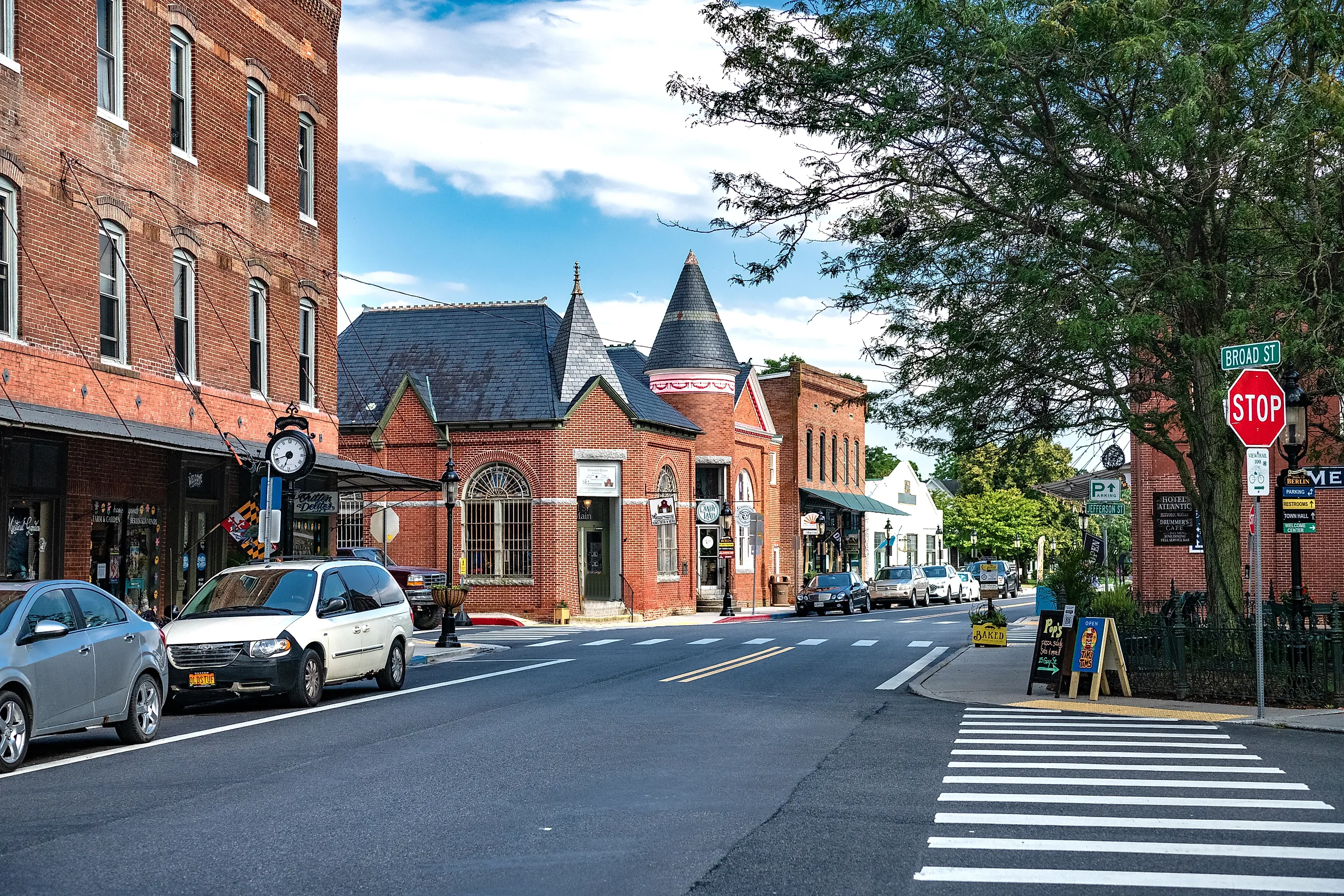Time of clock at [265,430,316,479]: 6:41
